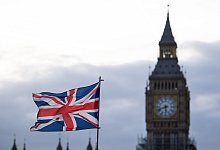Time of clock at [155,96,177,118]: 5:41
